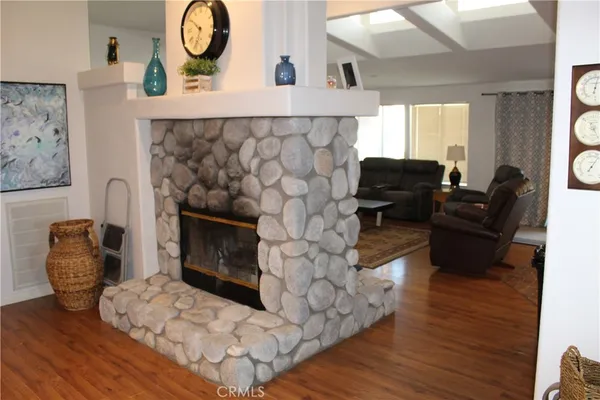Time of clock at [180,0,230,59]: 6:50
